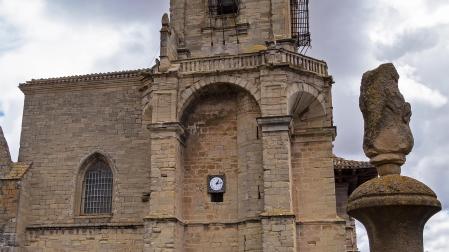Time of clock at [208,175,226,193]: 1:13
